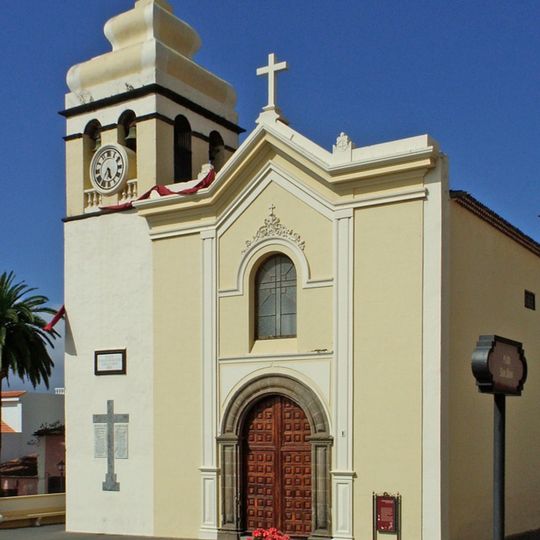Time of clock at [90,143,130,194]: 5:35
